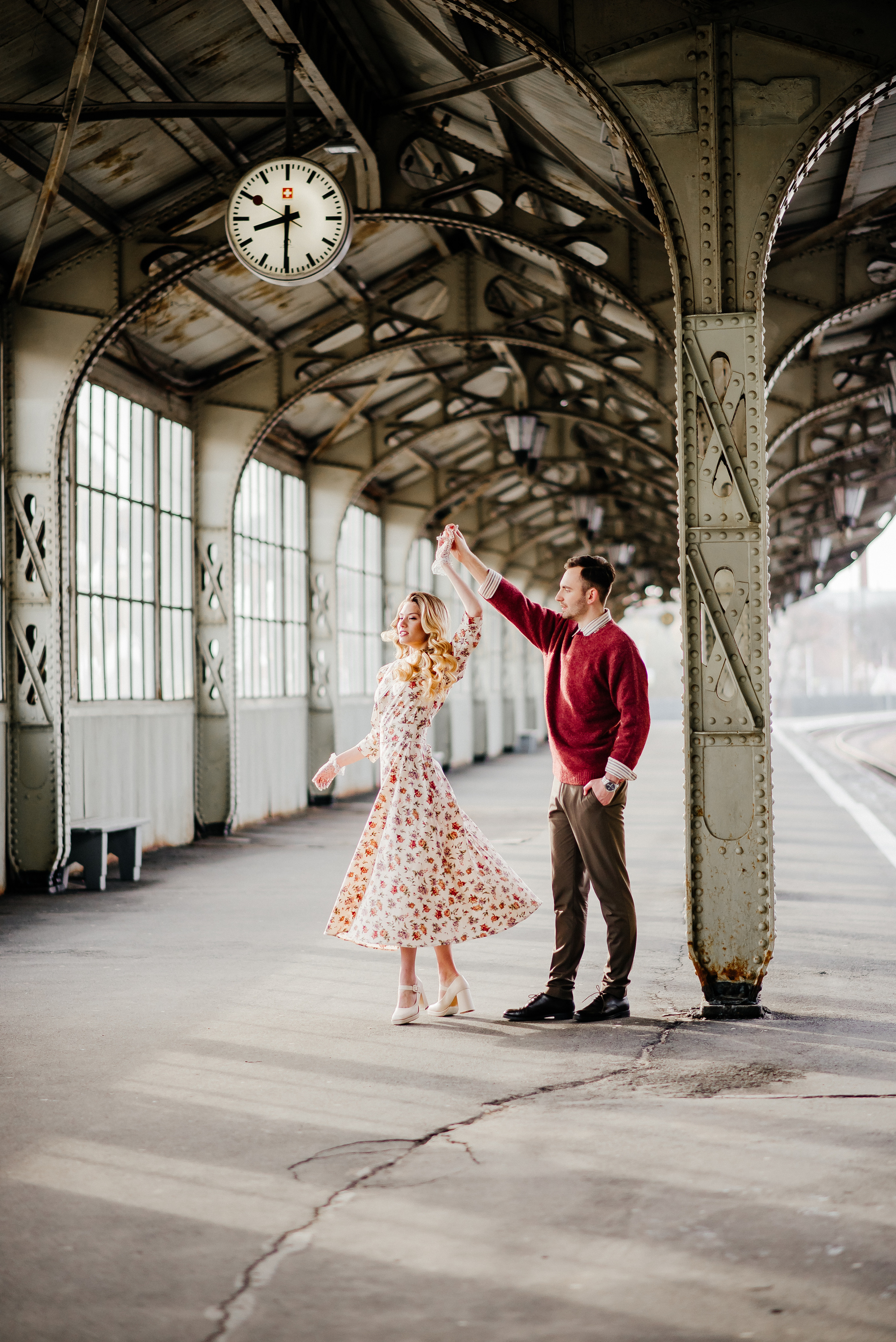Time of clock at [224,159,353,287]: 8:30
